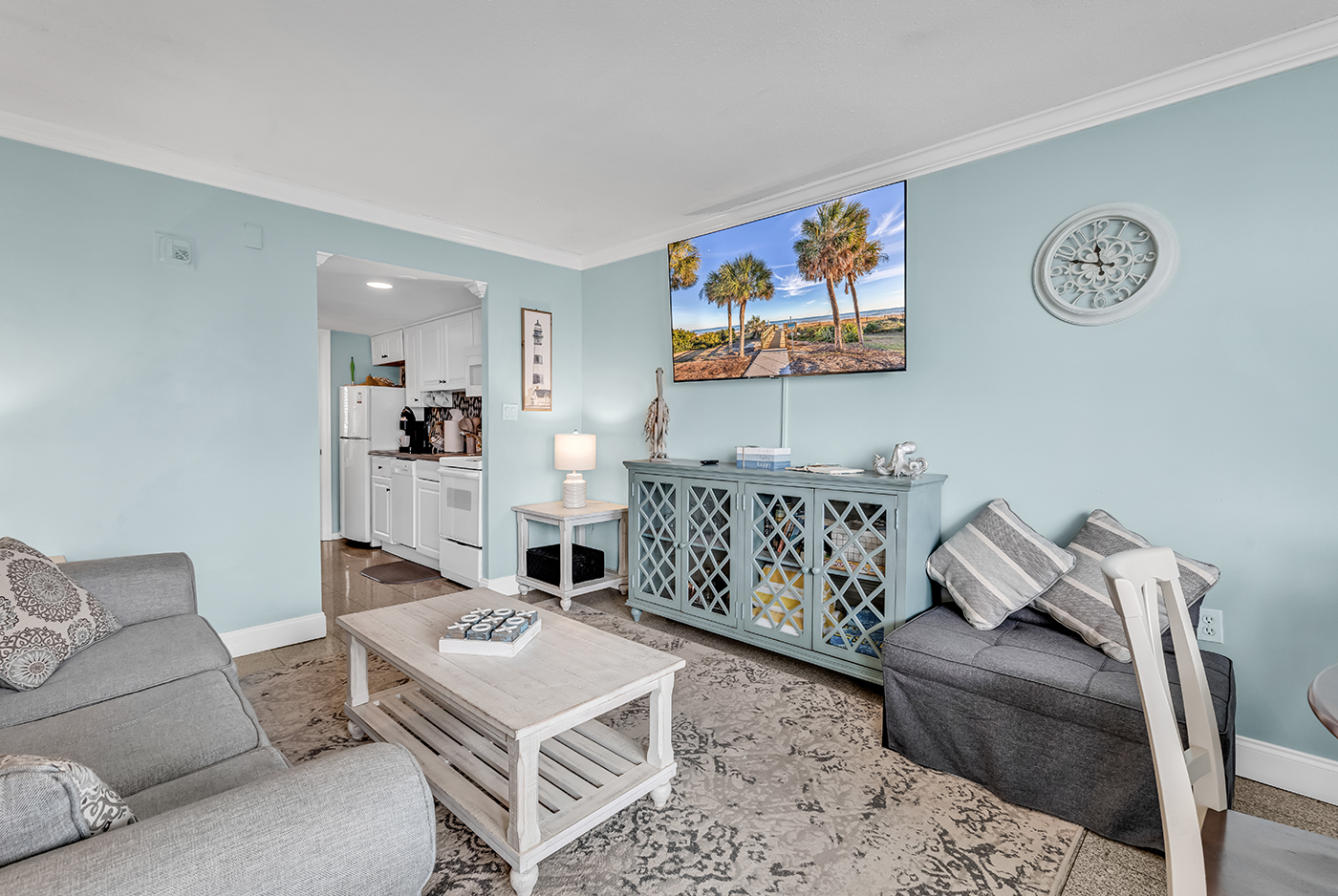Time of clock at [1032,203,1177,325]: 11:48
